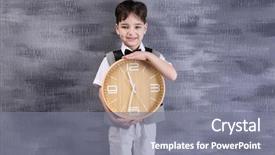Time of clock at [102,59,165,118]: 11:32
